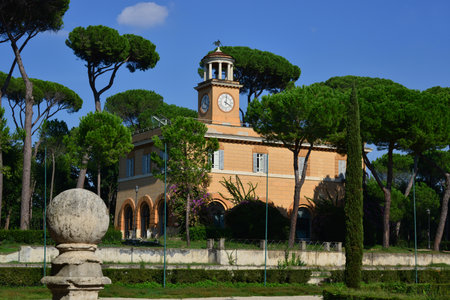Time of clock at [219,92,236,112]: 4:01
